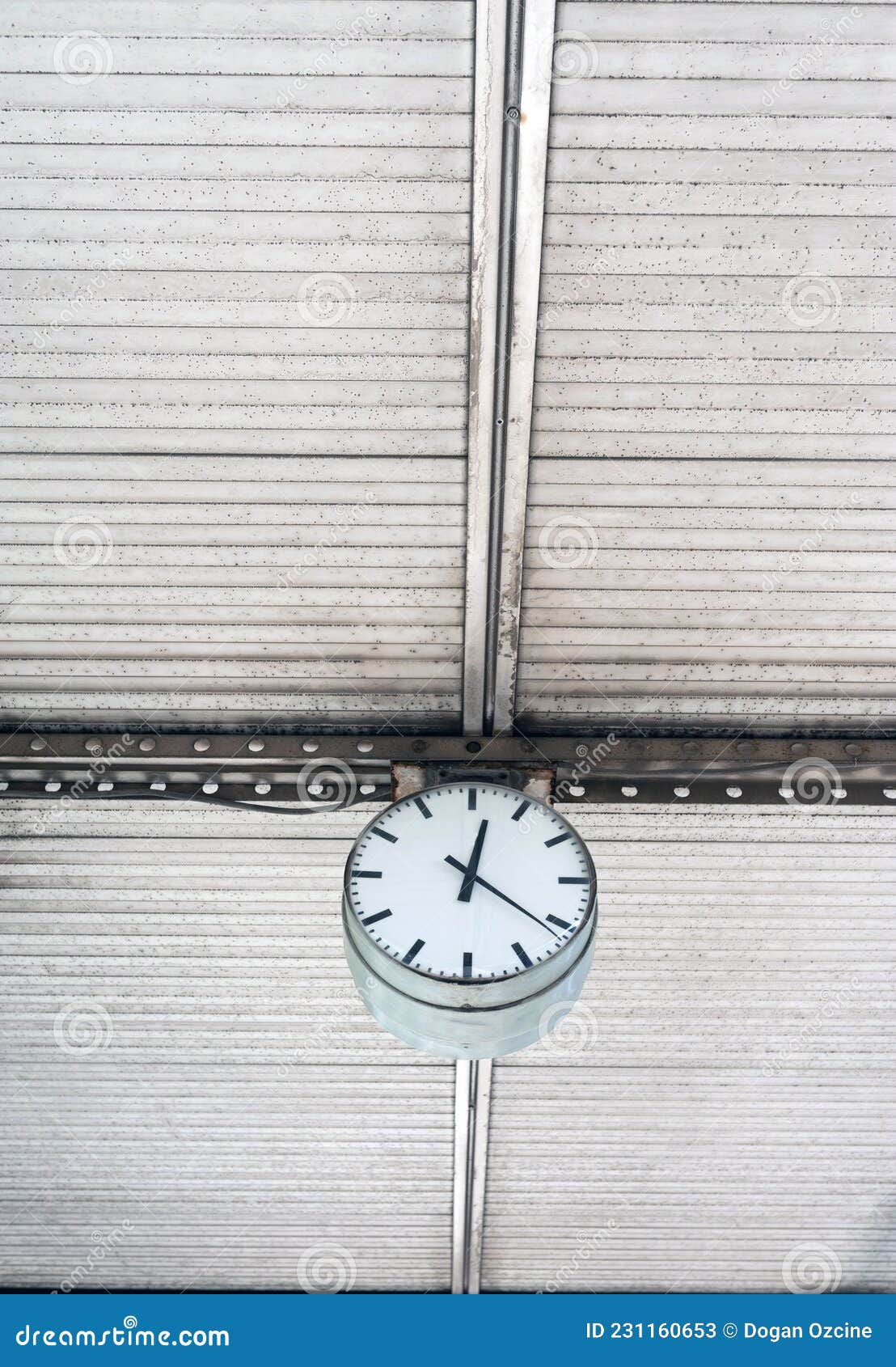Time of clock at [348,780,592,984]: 12:21
